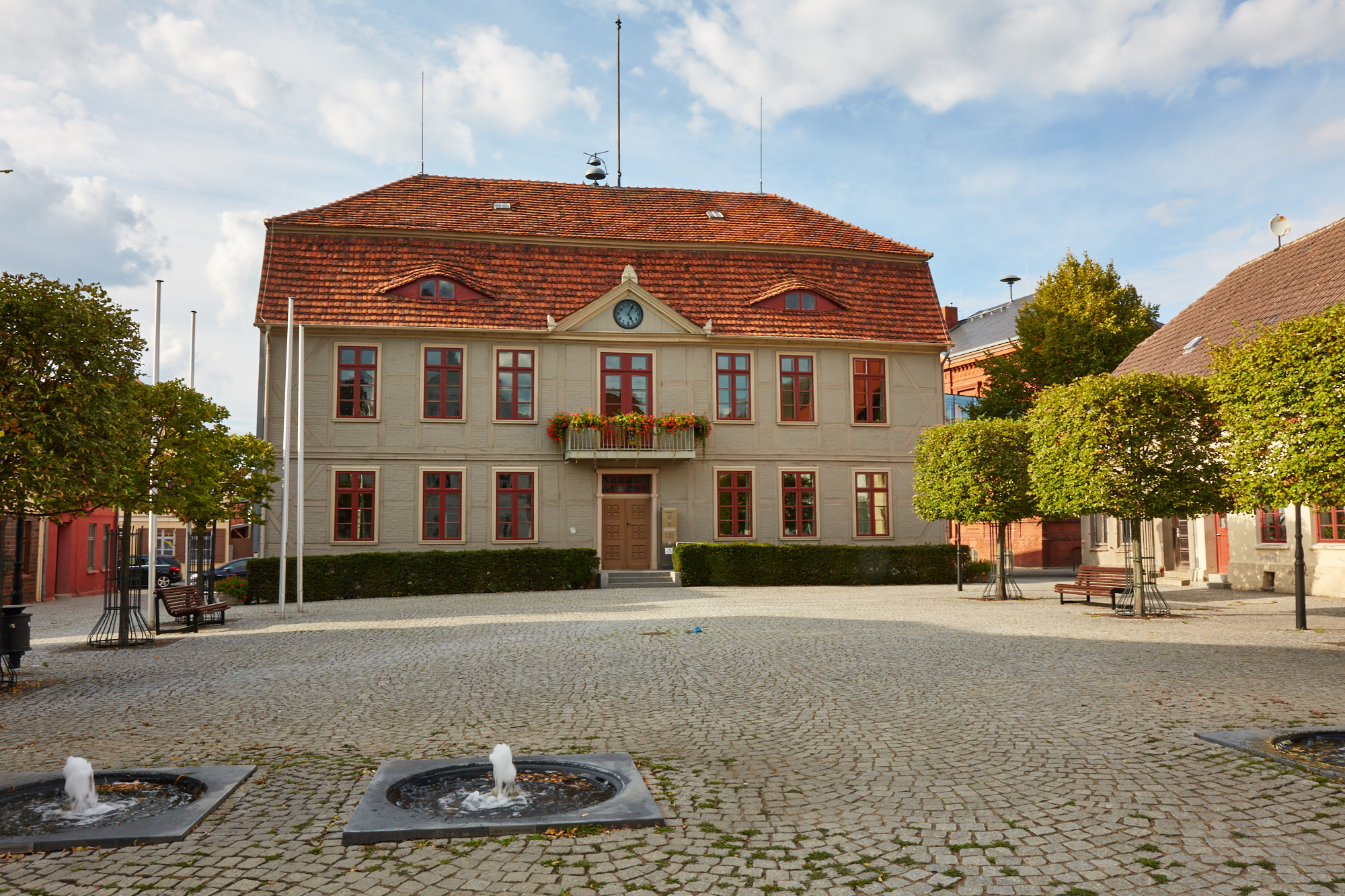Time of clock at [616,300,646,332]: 5:04
